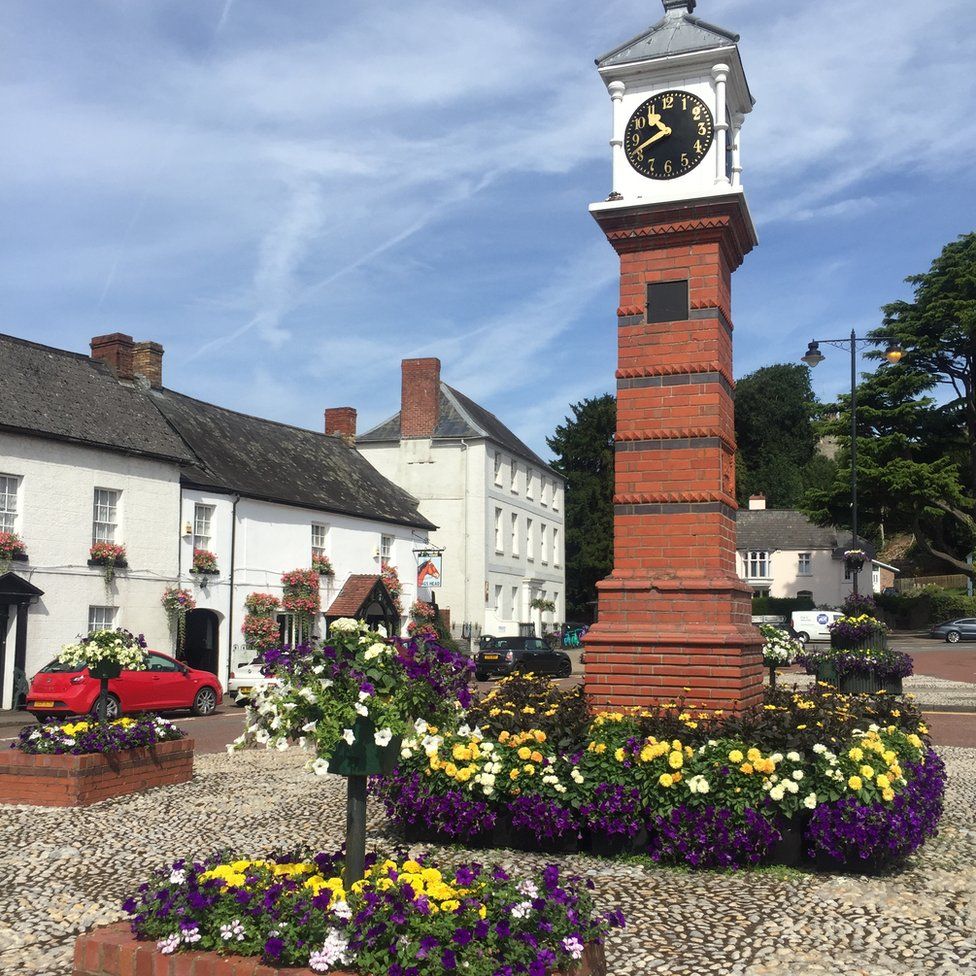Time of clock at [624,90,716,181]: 10:41
